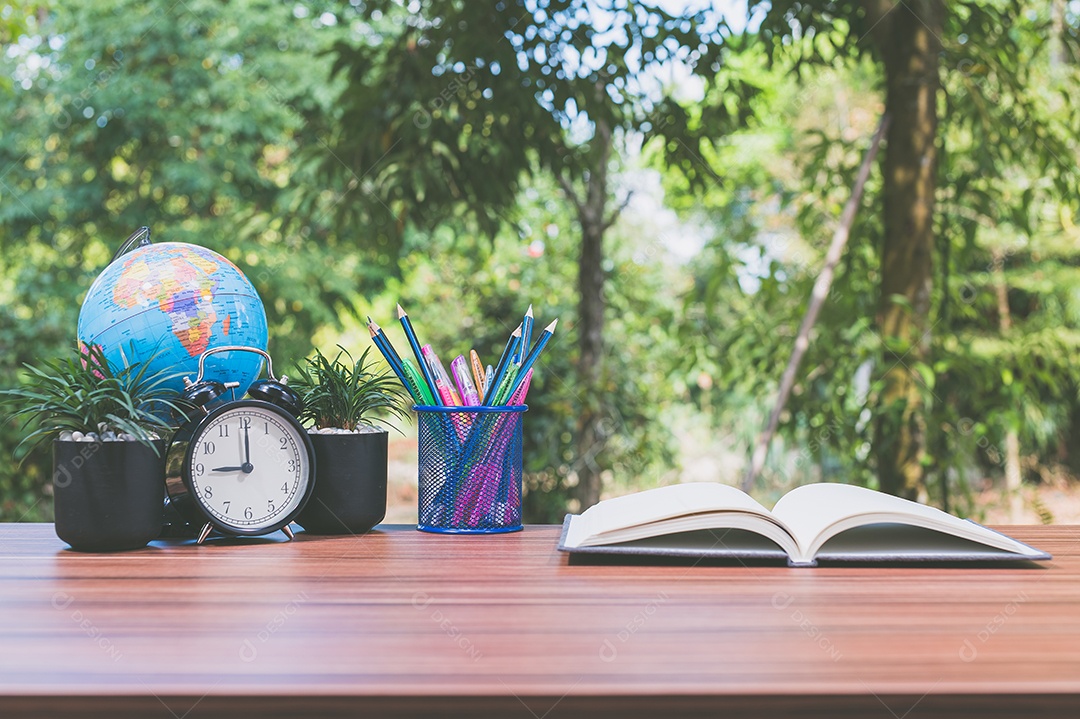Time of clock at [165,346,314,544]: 9:00
